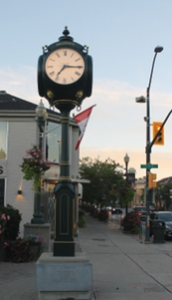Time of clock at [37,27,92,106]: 7:15
